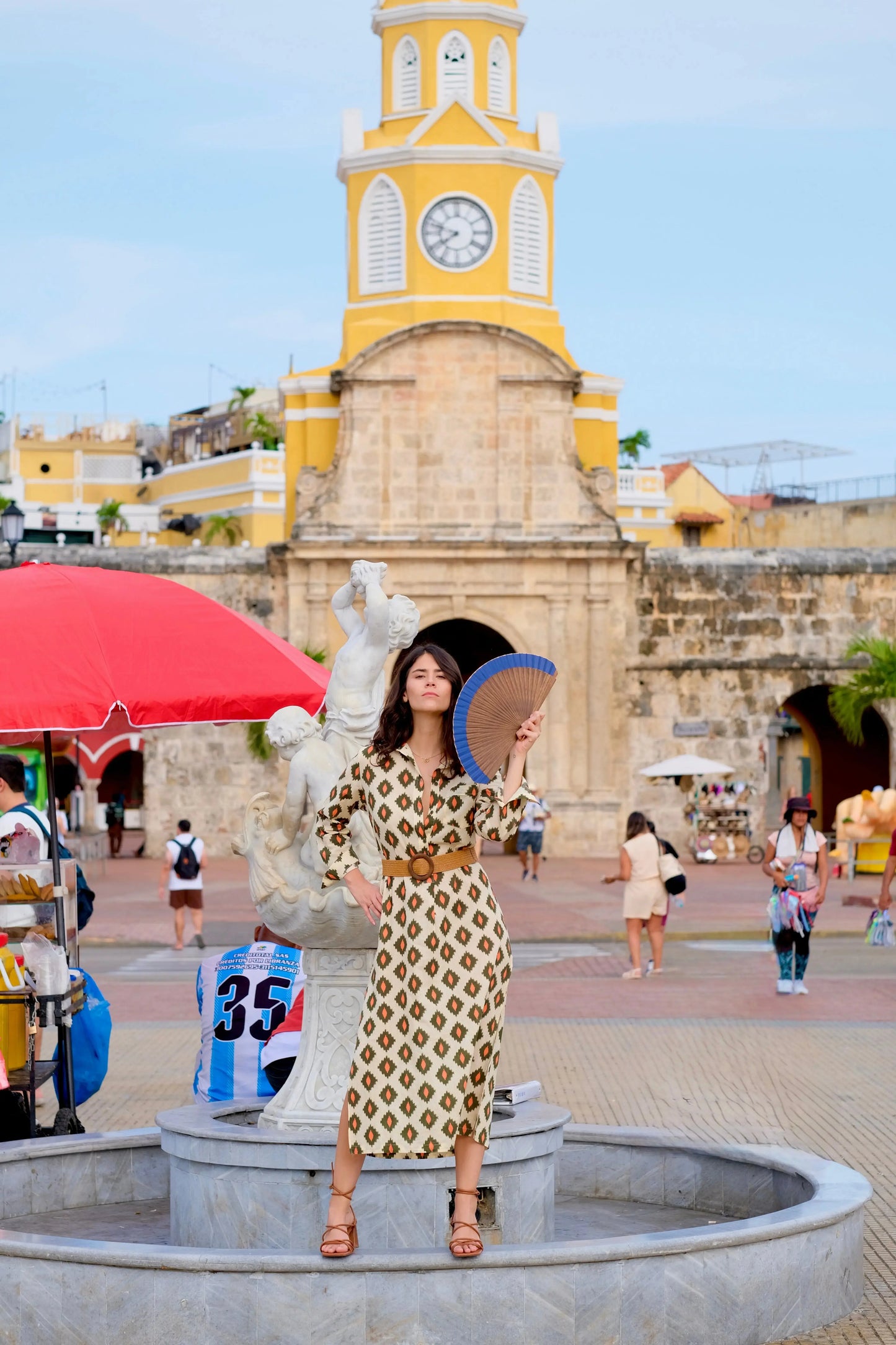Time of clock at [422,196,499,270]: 7:47
